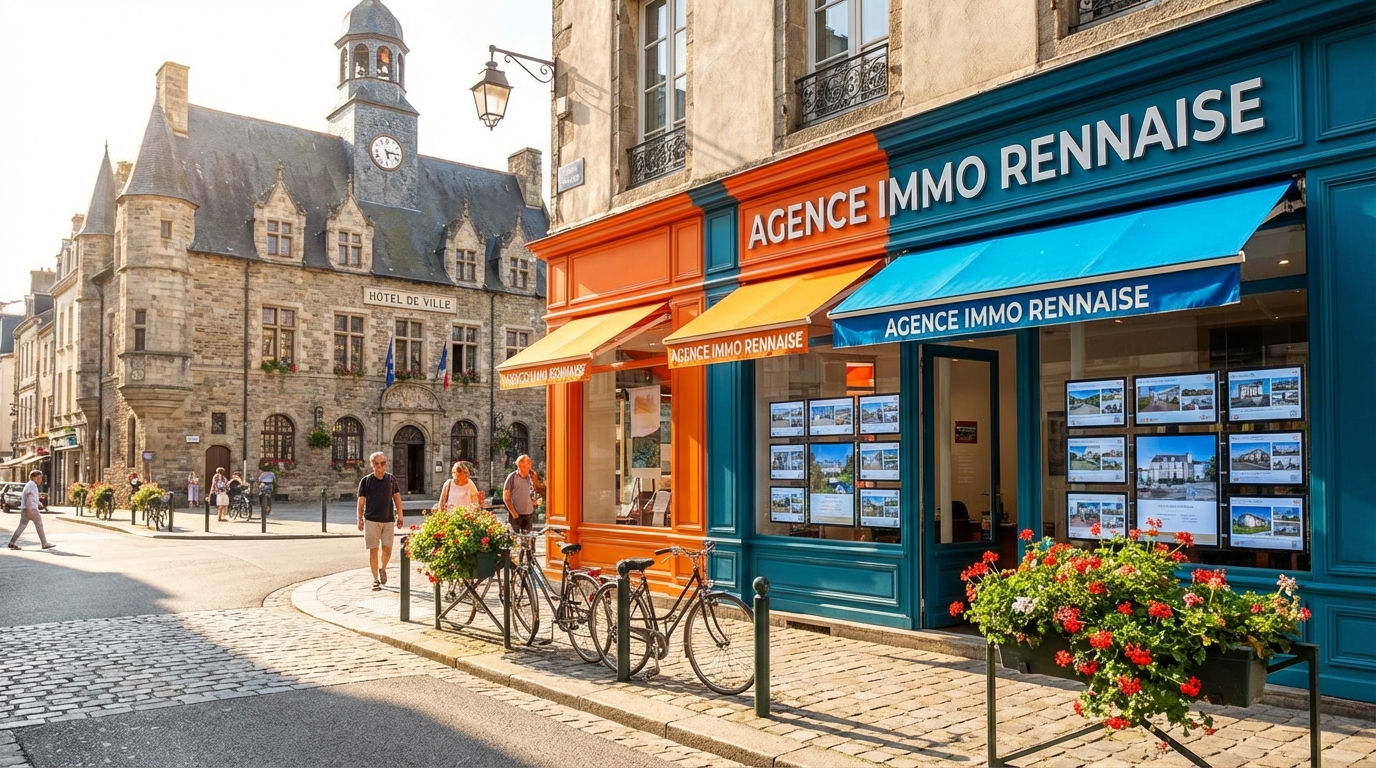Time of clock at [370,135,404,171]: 5:15
